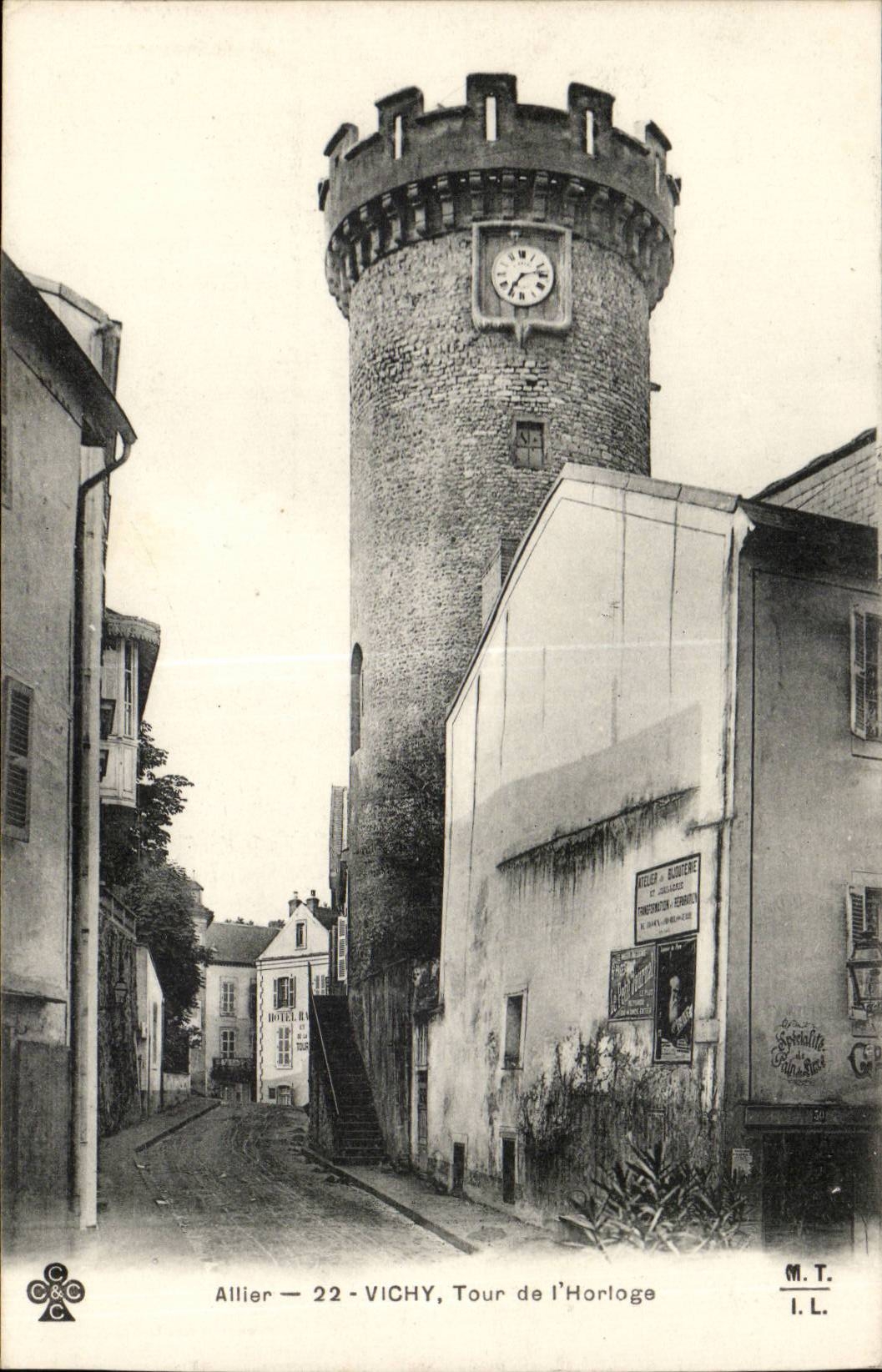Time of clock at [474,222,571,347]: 7:12
